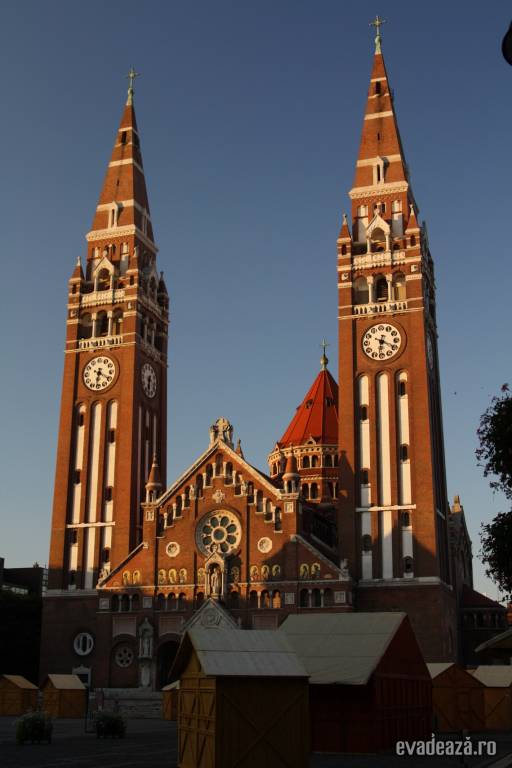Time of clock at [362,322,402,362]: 6:19
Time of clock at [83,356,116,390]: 6:20
